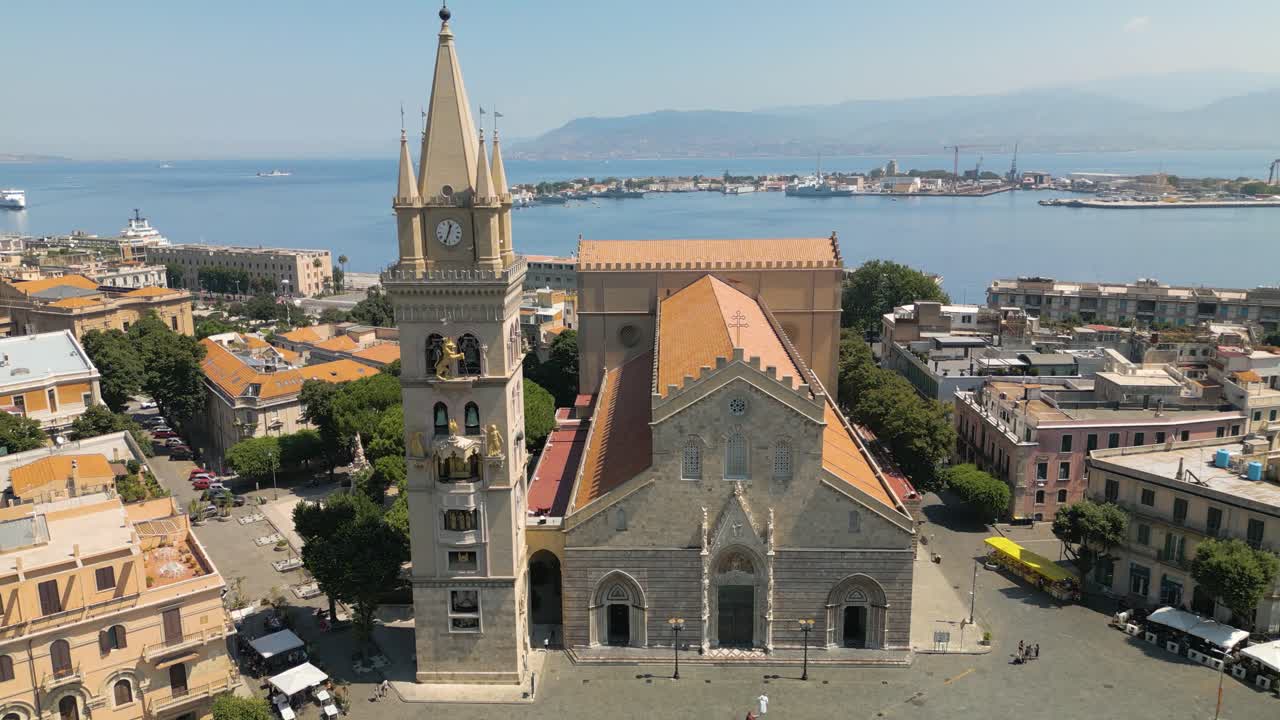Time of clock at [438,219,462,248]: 12:33
